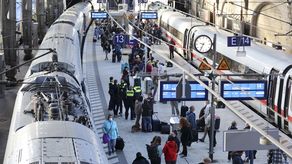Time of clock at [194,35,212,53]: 9:34
